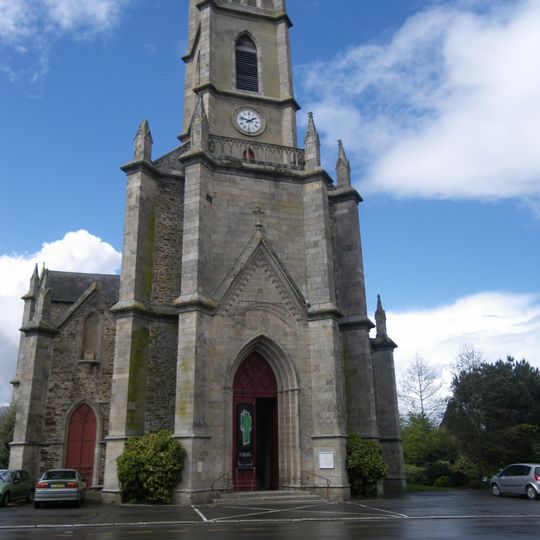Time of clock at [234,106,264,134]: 1:47
